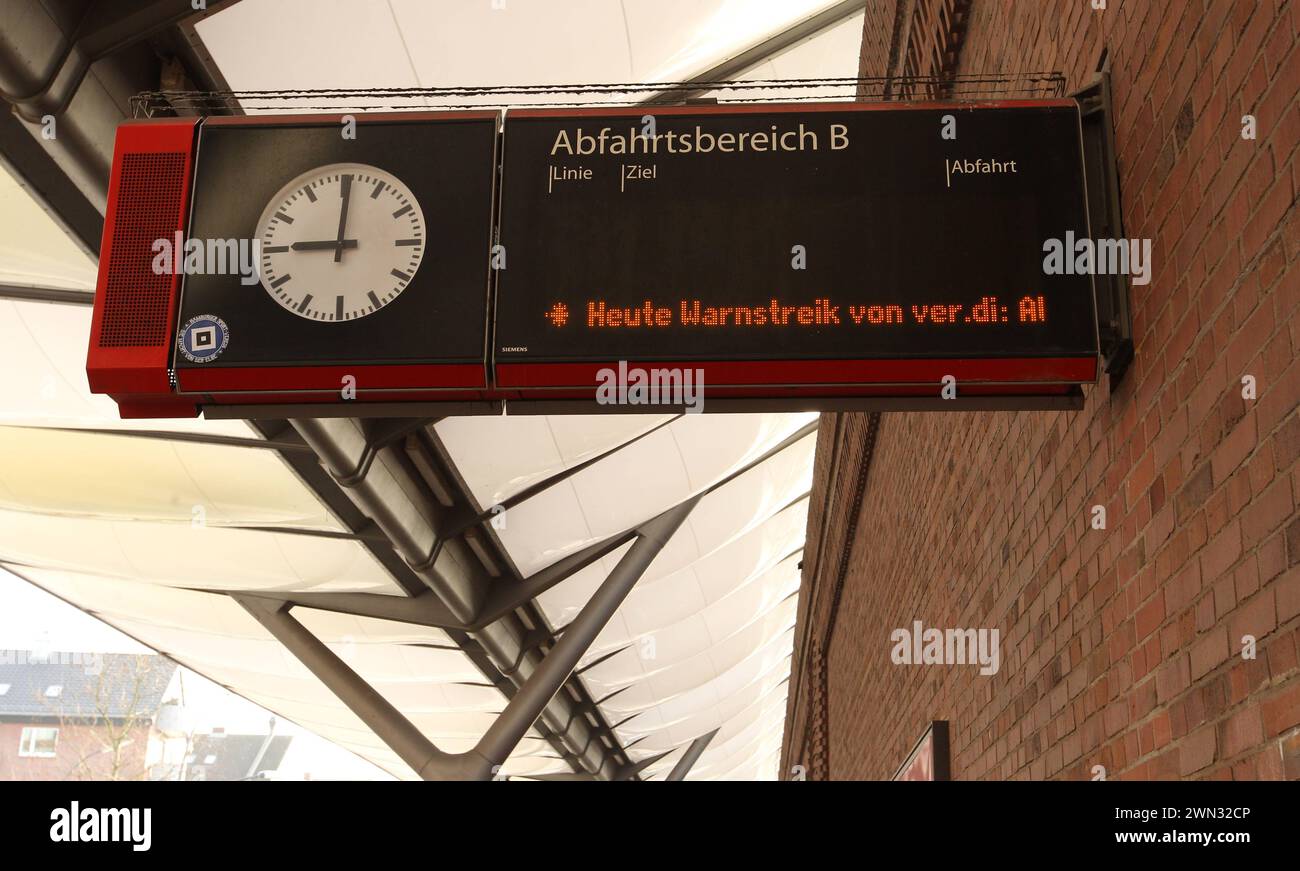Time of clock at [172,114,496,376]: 9:00
